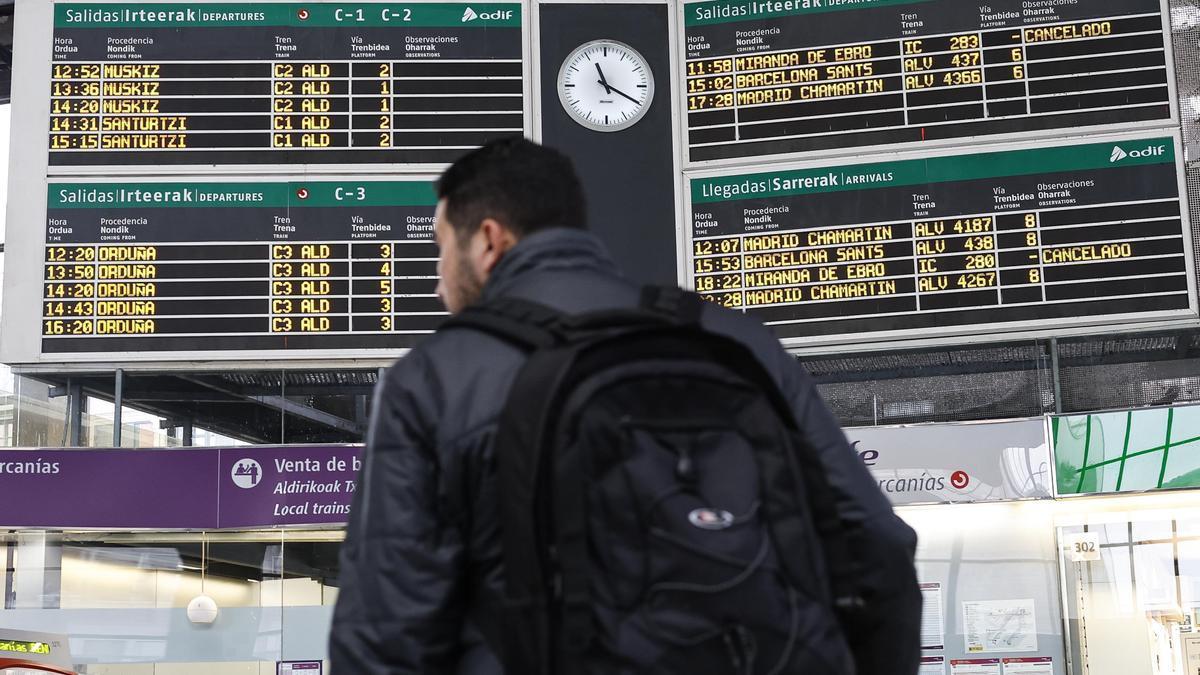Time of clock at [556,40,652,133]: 11:19
